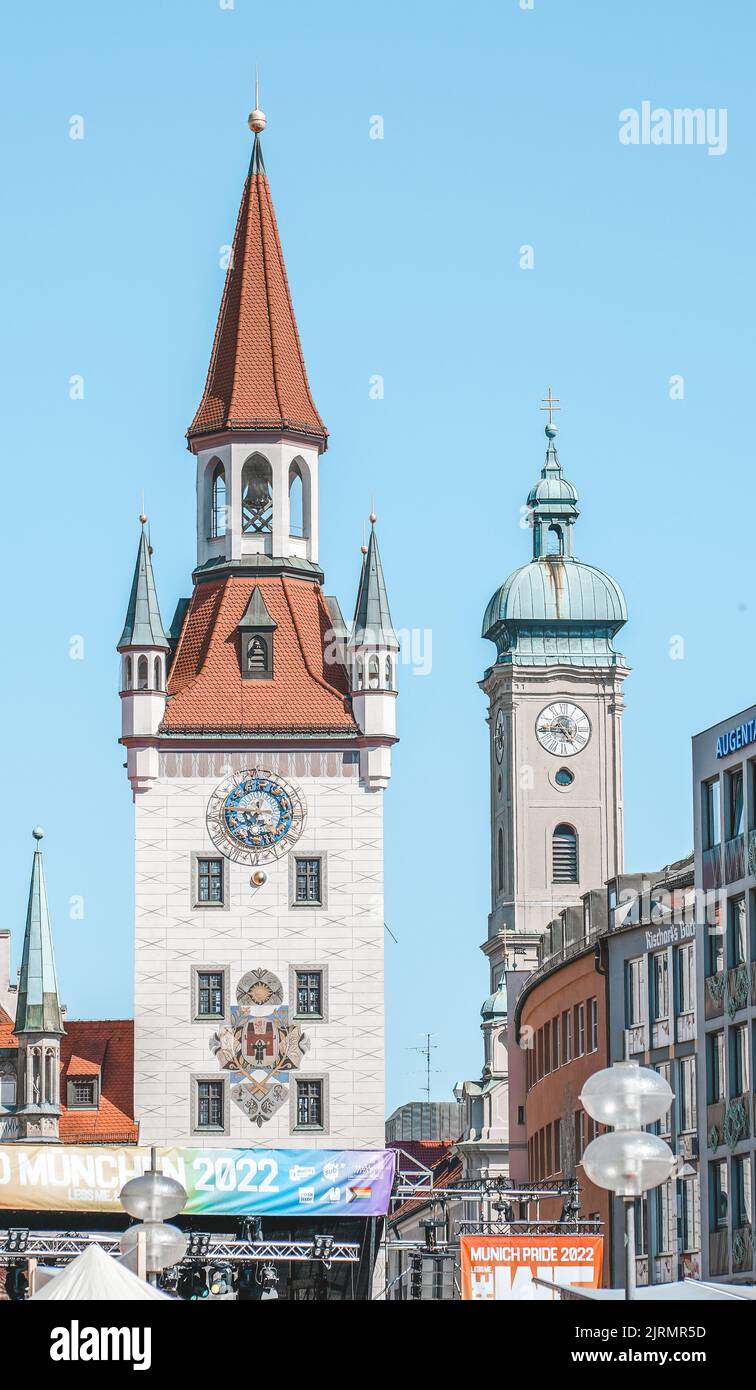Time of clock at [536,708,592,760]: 4:44
